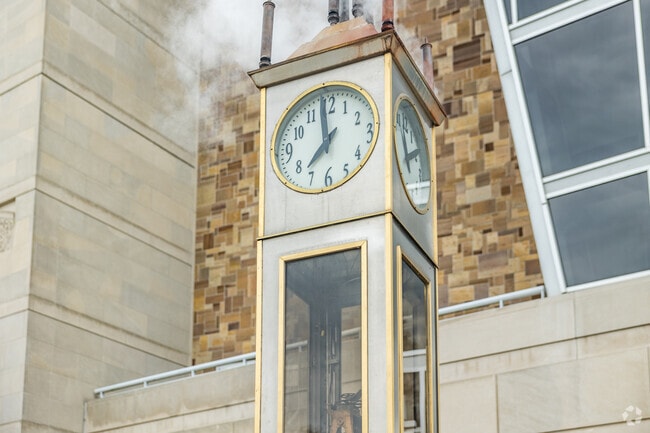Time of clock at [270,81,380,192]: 11:37
